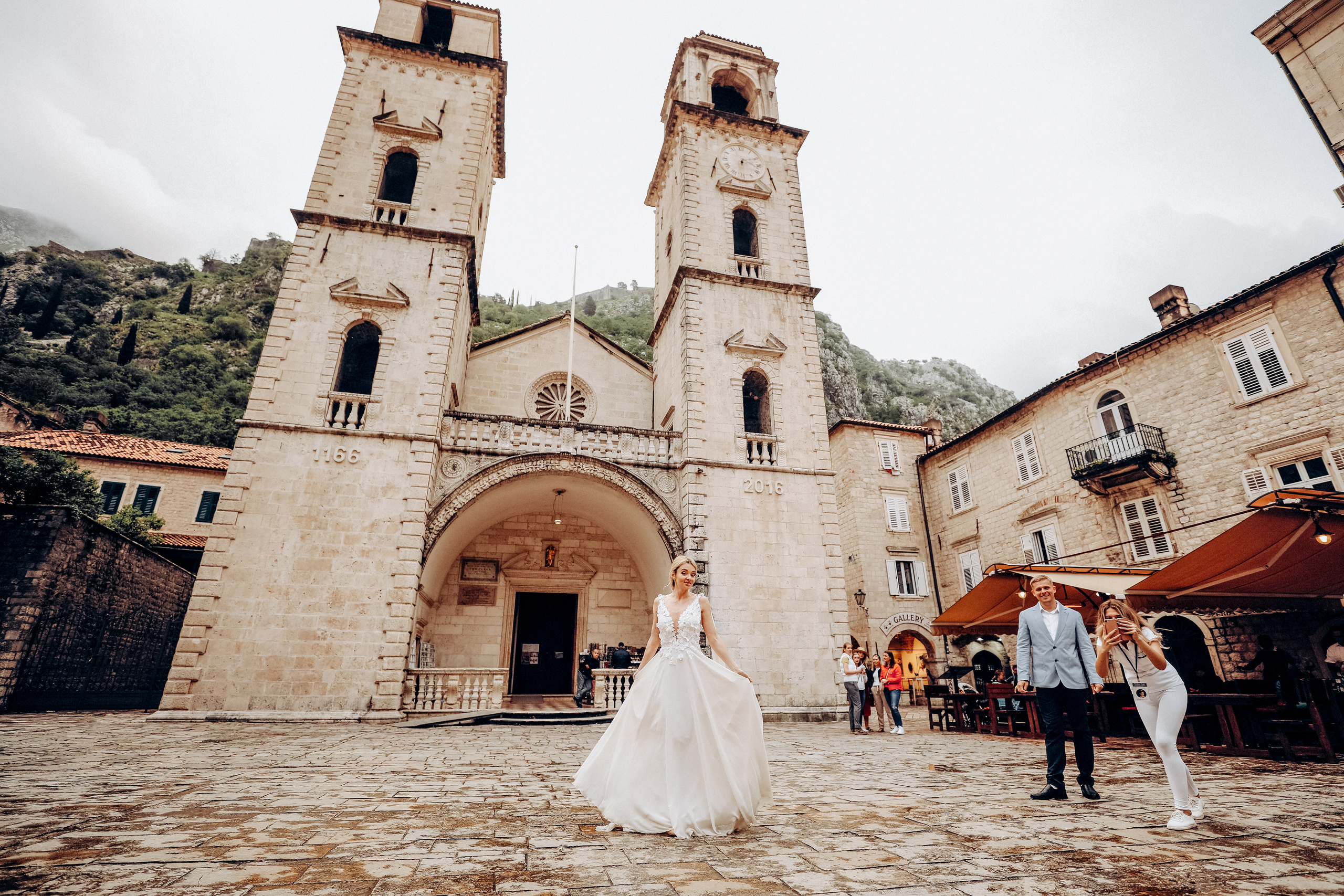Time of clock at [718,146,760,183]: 6:10
